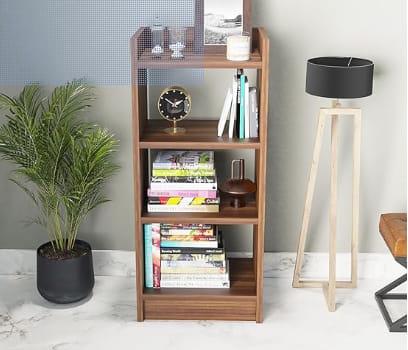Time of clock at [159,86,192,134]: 1:50
